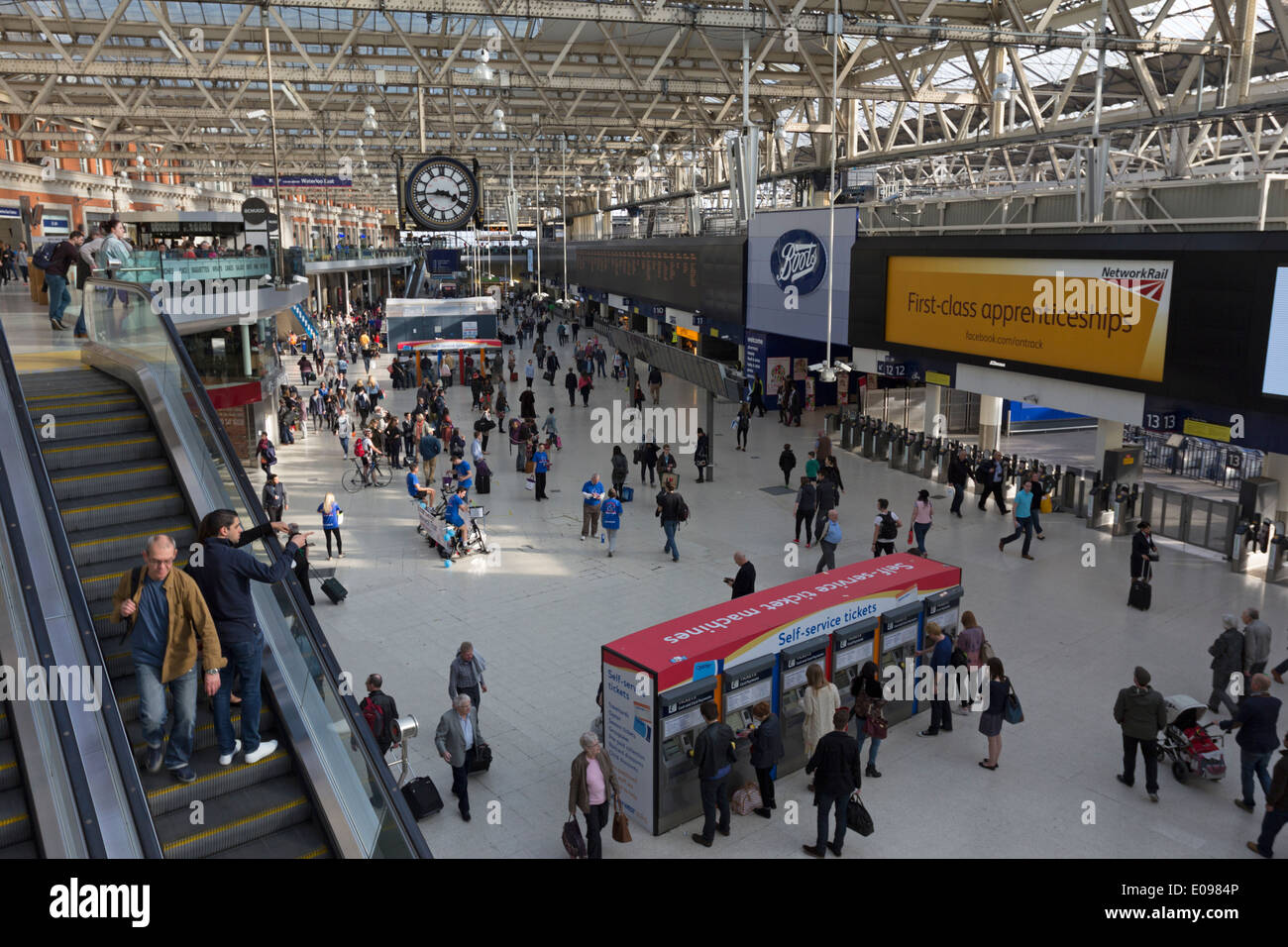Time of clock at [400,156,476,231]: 3:43
